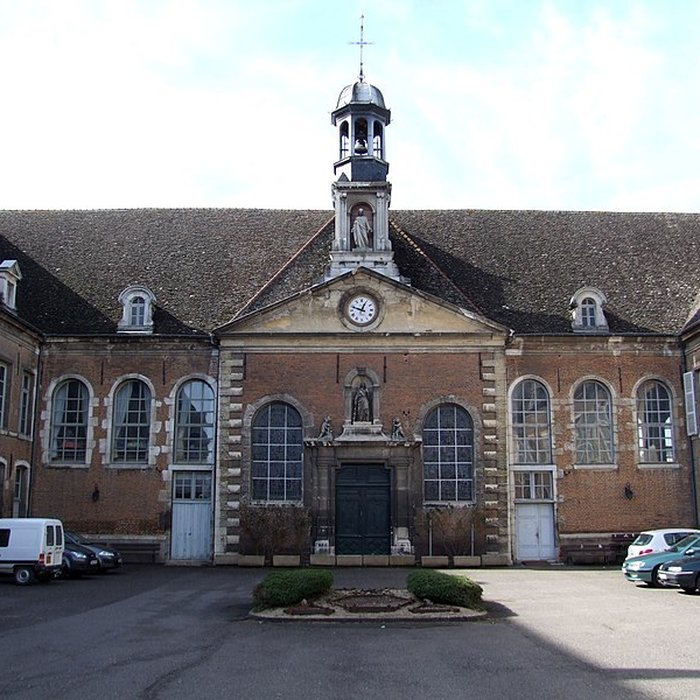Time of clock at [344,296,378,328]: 12:48
